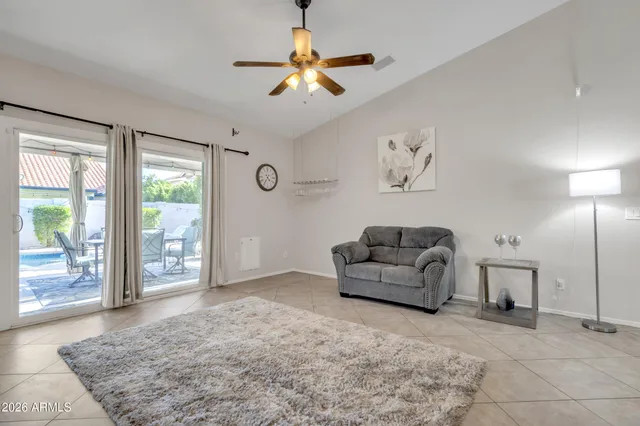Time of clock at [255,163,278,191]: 4:35
